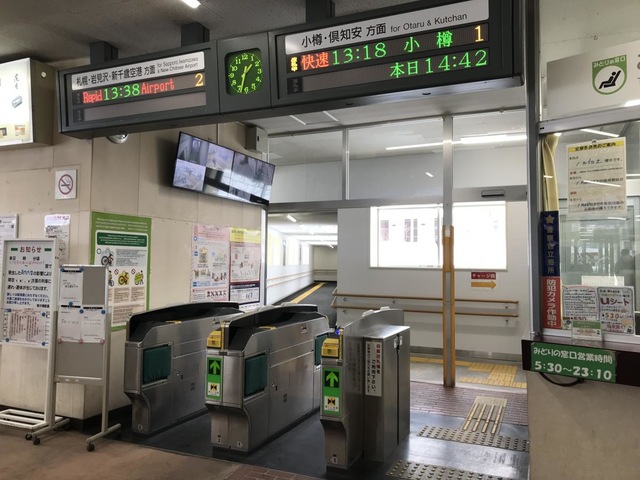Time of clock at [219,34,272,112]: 1:33
